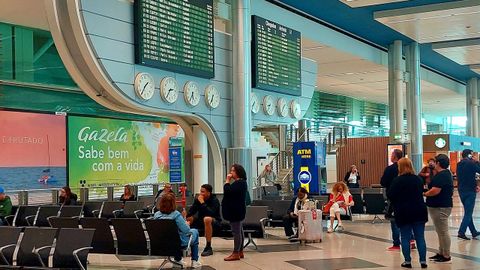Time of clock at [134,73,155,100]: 1:35
